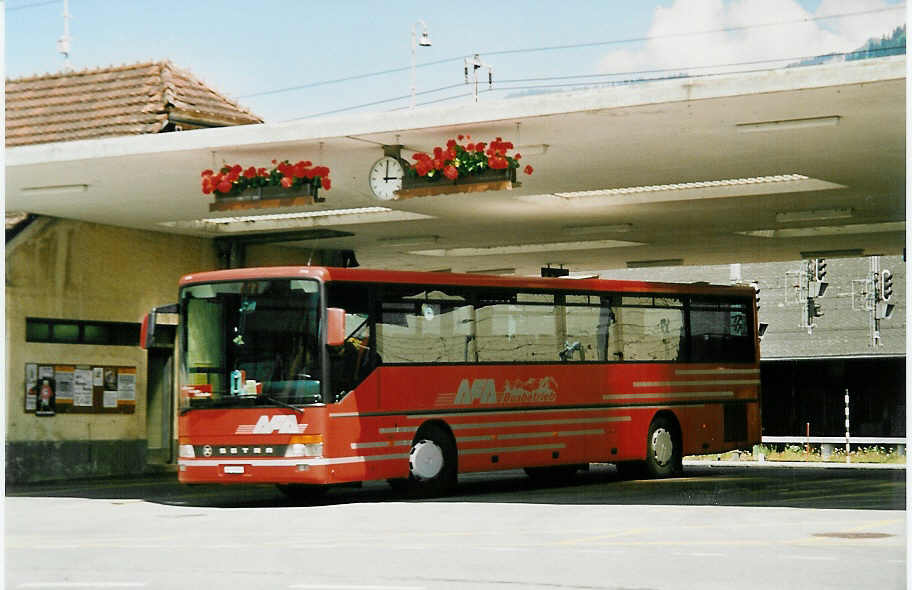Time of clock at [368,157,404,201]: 3:00
